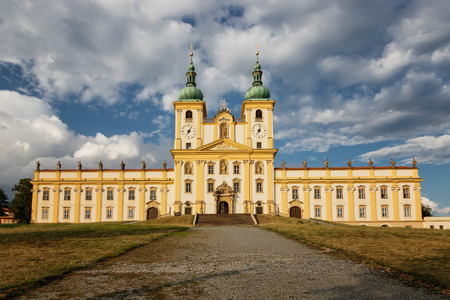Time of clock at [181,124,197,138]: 7:04
